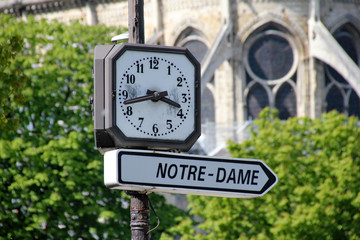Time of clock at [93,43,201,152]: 3:42
